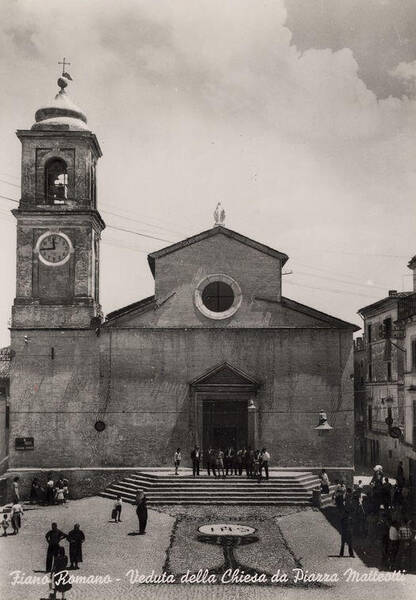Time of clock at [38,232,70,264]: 11:44
